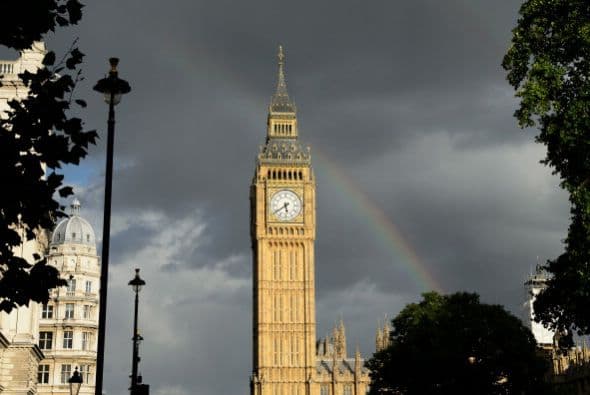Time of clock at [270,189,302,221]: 5:39
